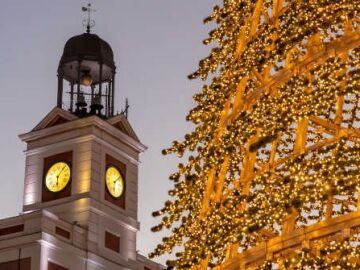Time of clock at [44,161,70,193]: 6:06
